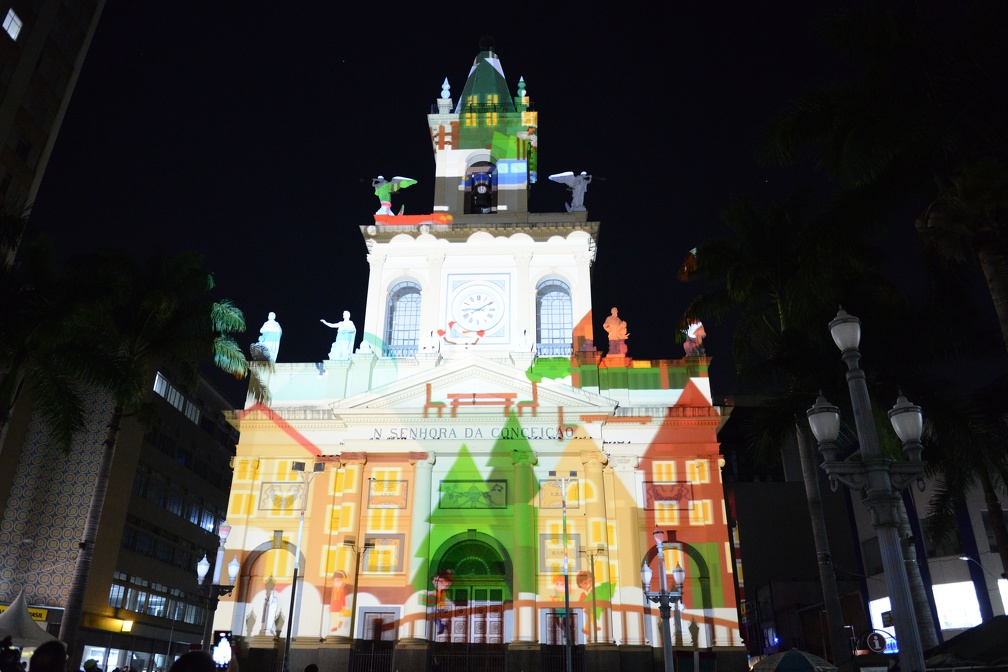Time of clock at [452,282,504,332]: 9:10
